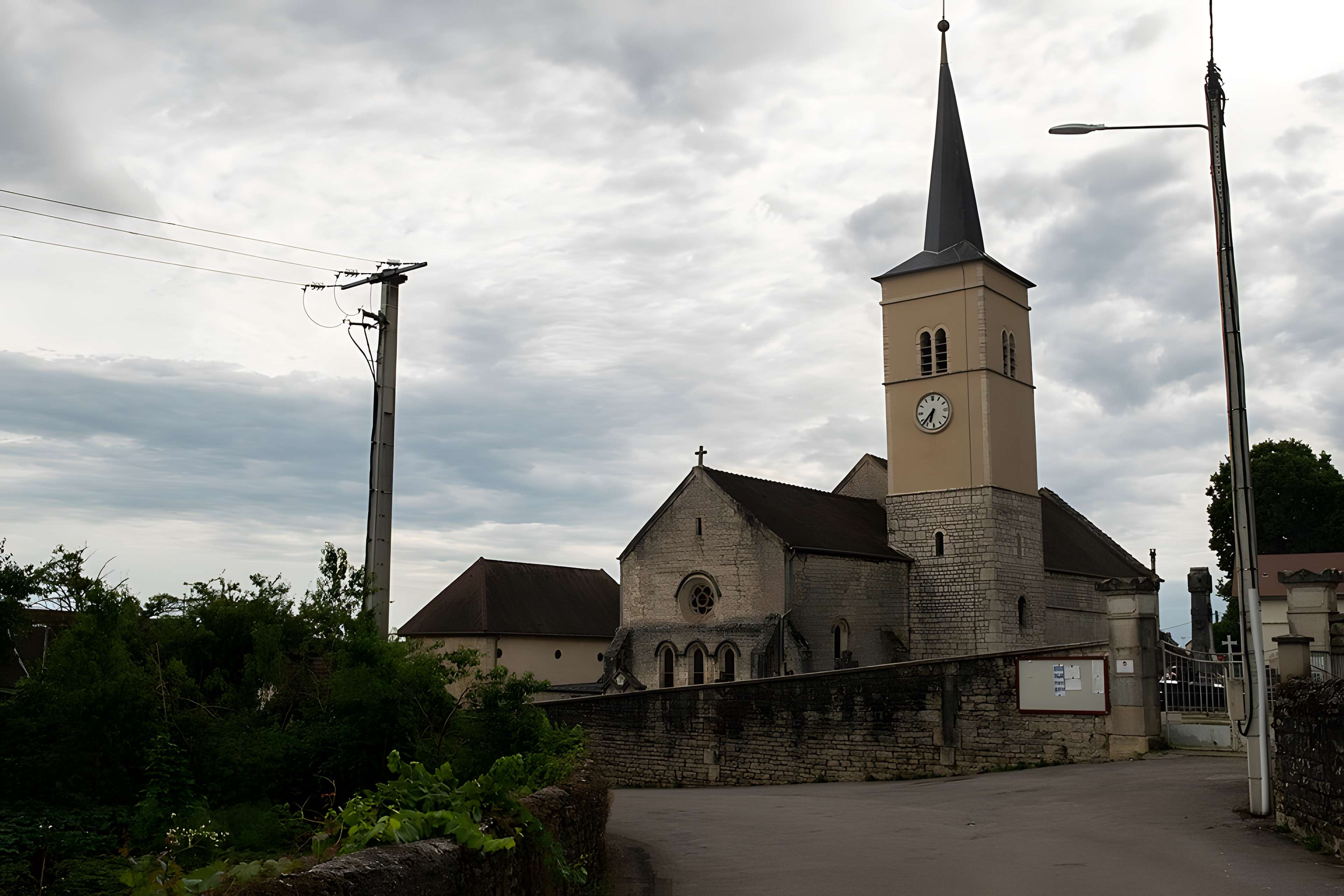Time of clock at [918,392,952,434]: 6:37
